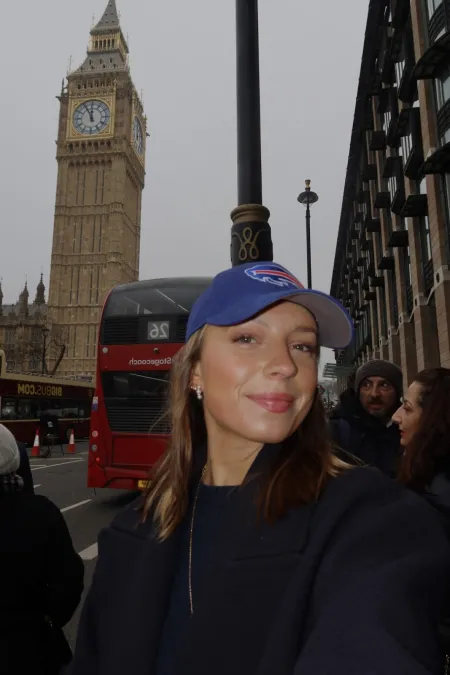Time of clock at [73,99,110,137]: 11:55
